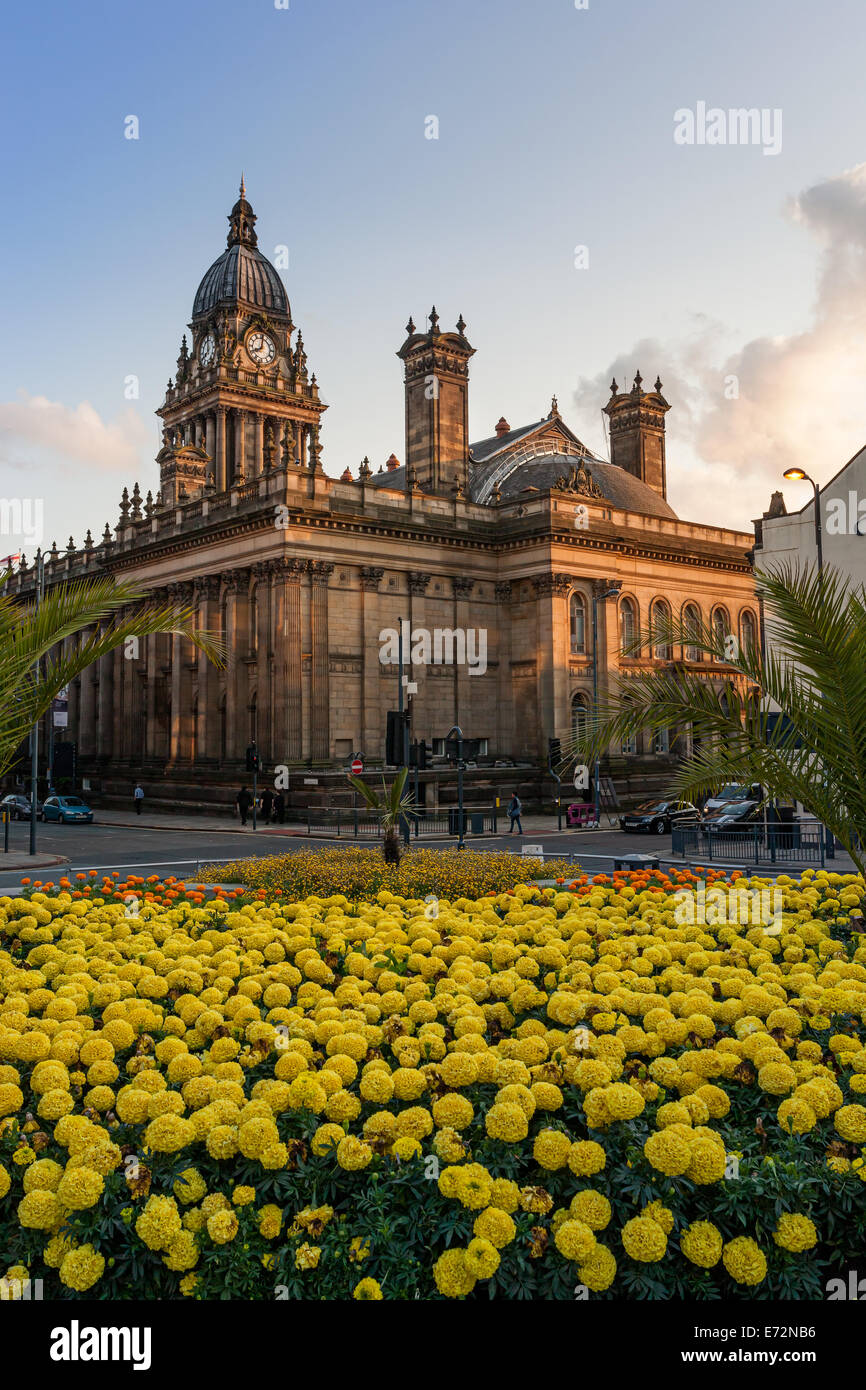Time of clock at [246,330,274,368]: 8:01
